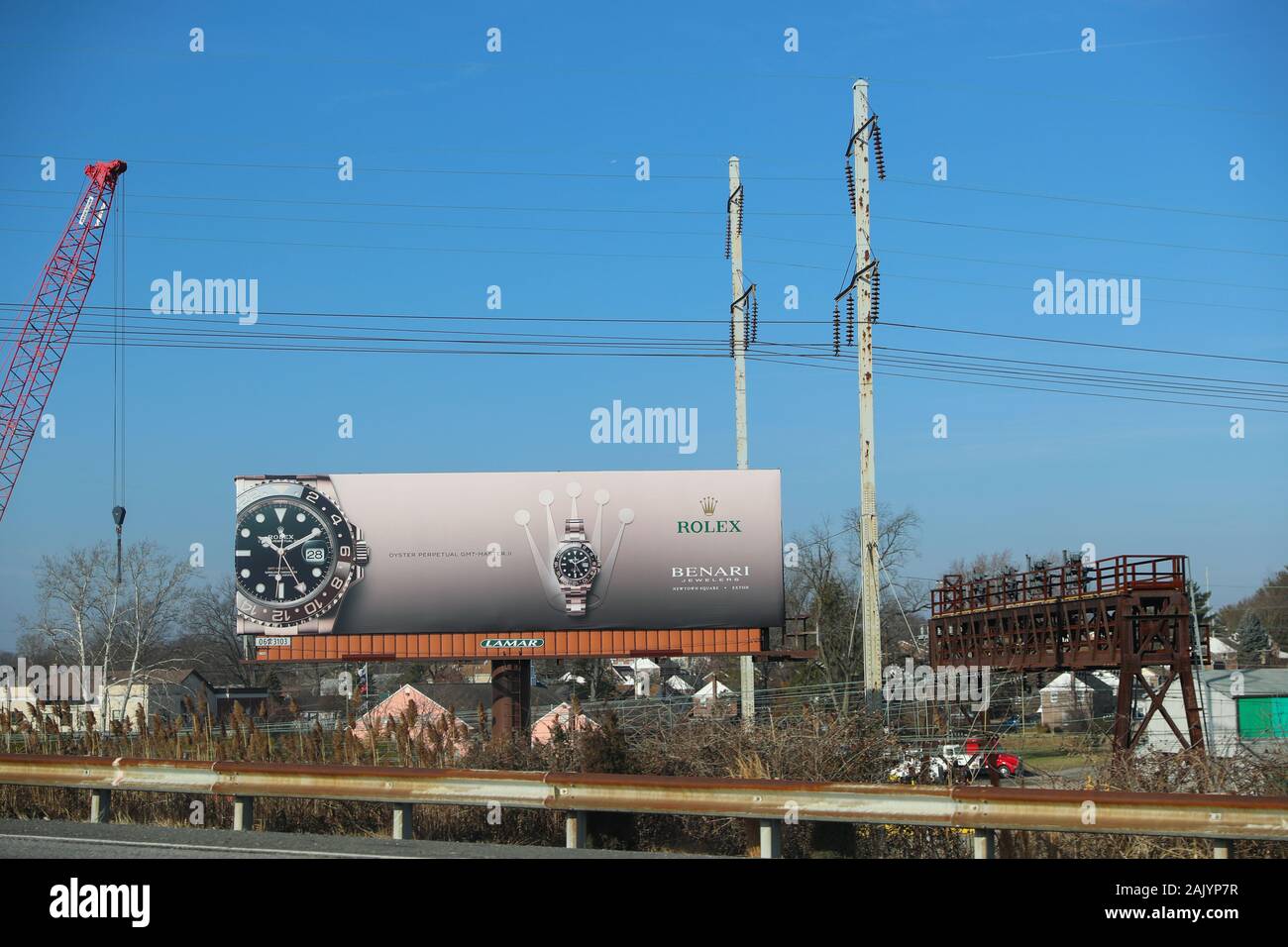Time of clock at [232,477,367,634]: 10:10
